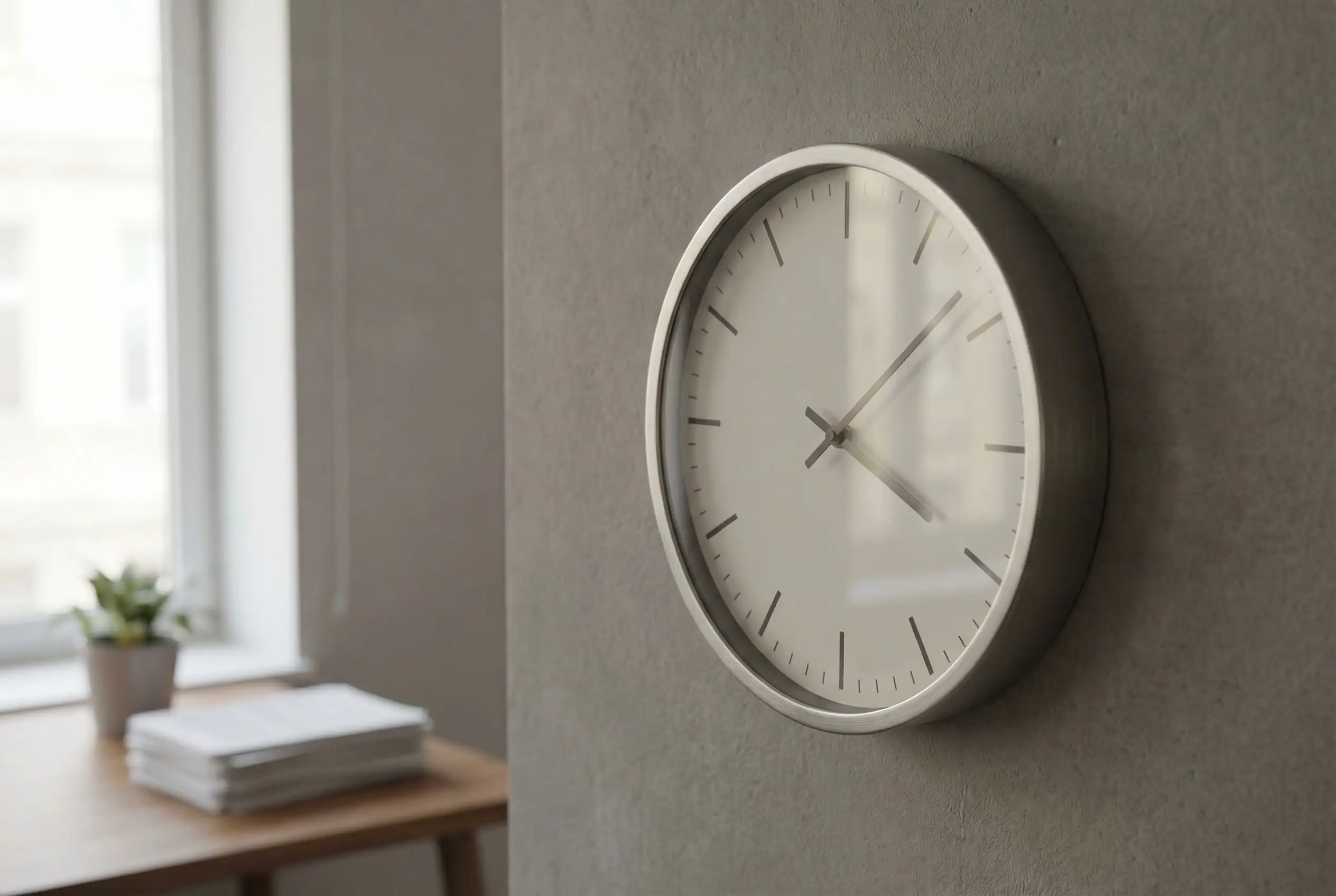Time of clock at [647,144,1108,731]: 4:08
